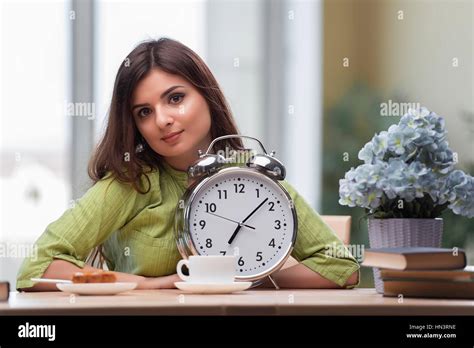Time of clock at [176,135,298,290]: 7:08
